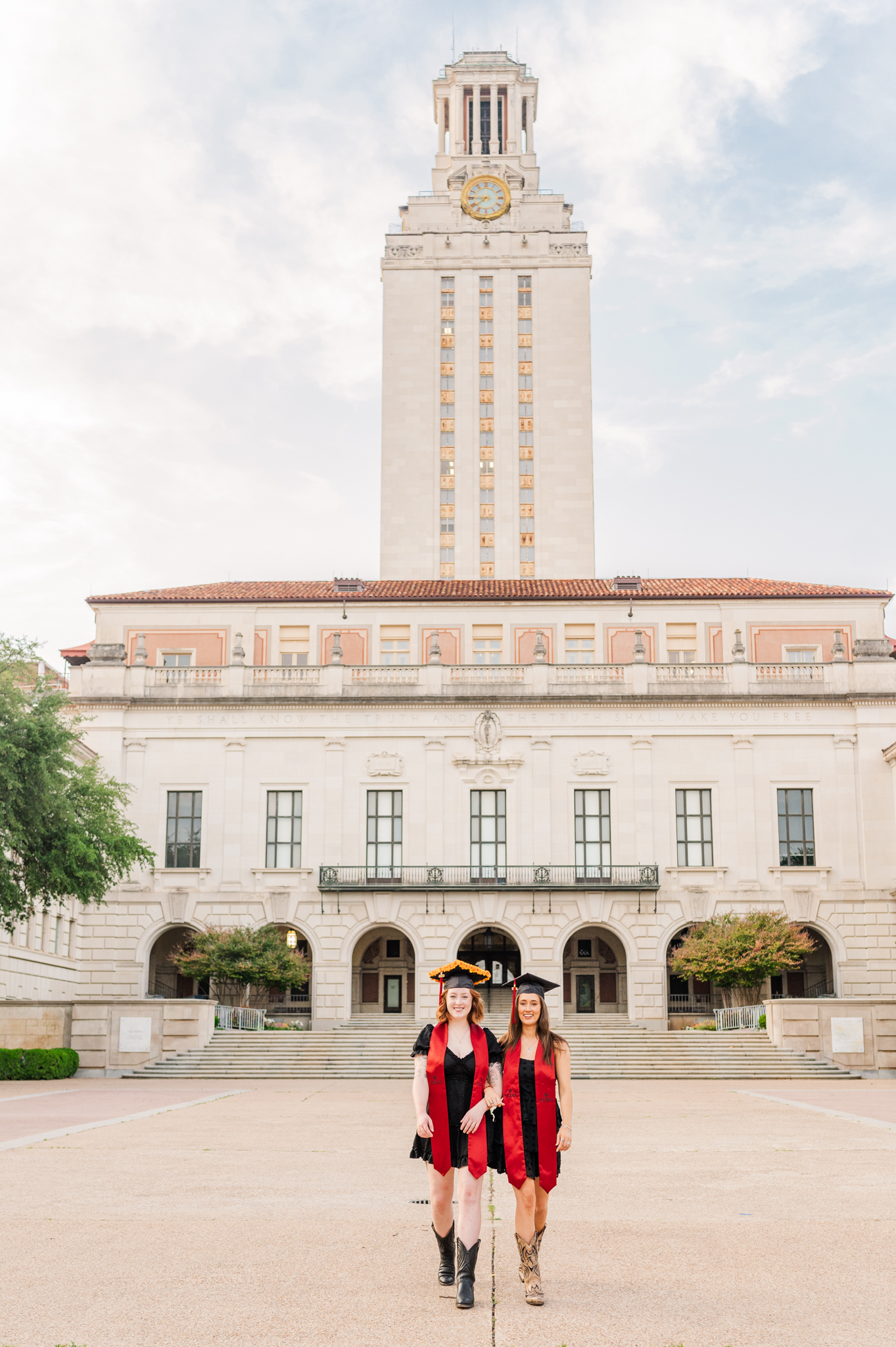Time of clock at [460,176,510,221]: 7:45
